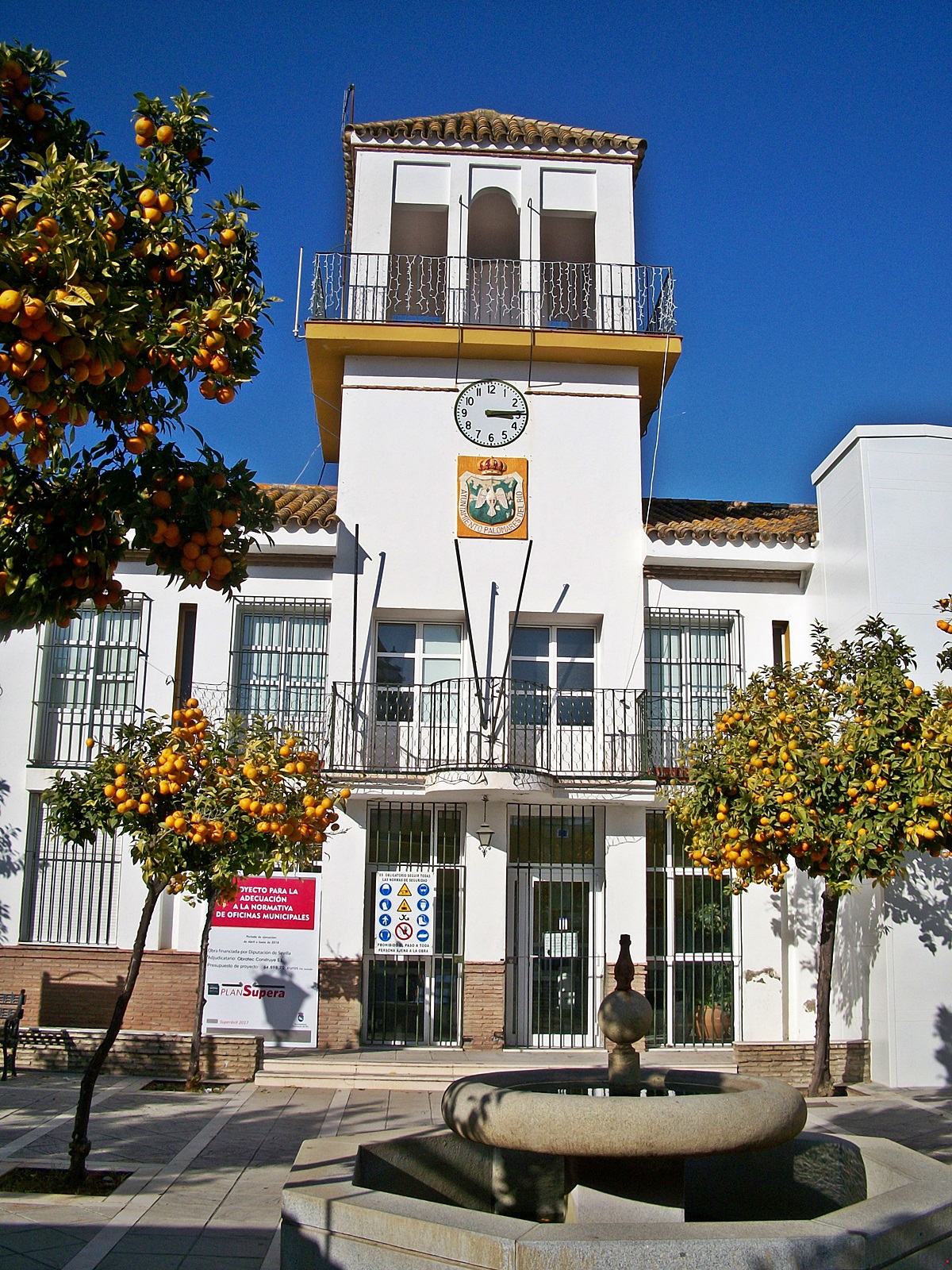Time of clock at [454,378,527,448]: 3:14
